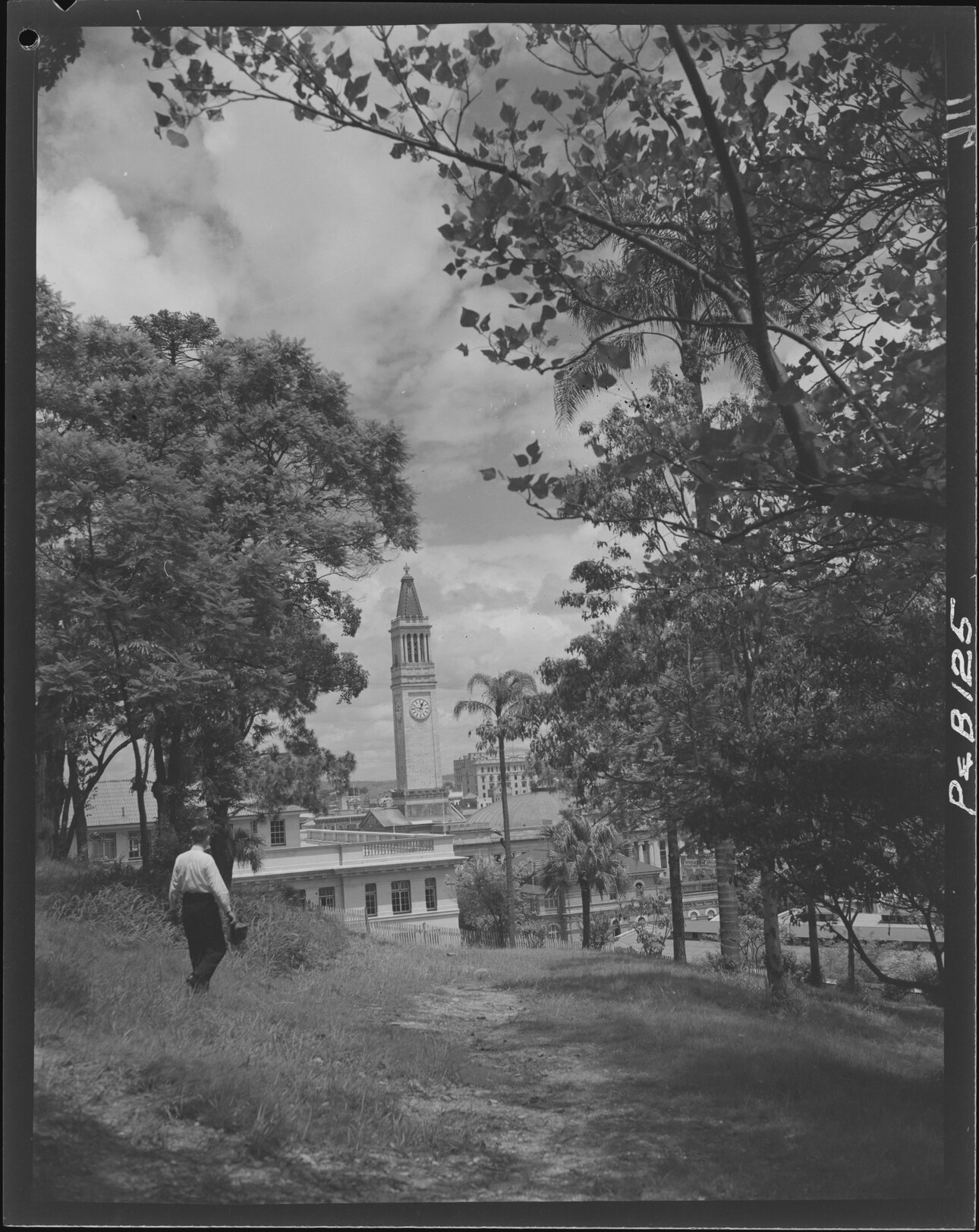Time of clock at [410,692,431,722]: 12:47
